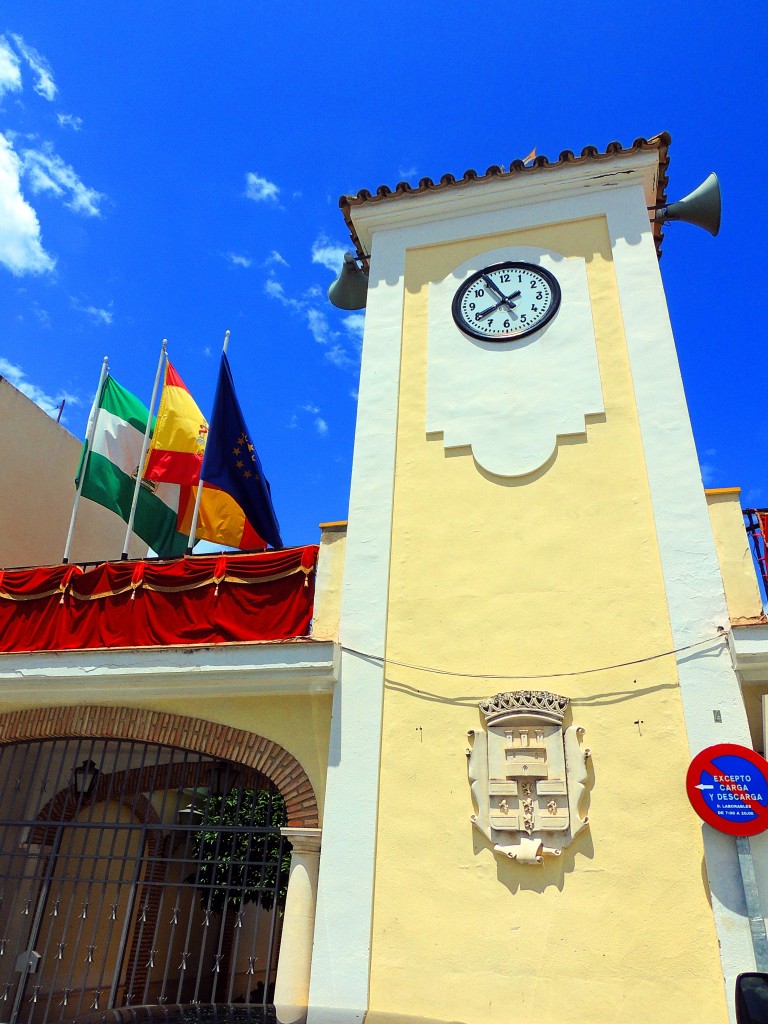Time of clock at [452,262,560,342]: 7:54
